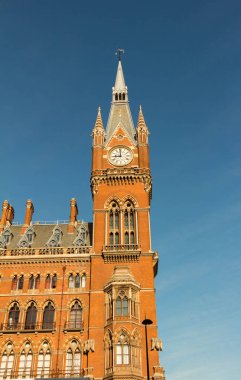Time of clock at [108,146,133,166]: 8:59
